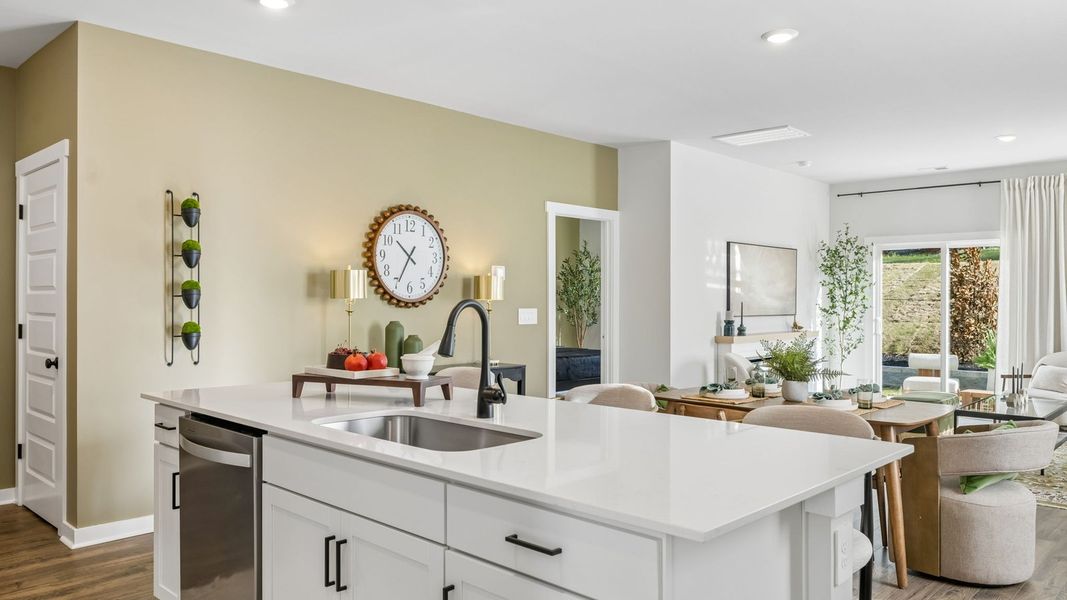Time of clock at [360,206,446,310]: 10:34
